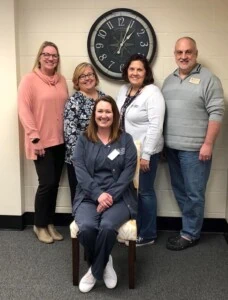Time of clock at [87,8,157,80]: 1:03
